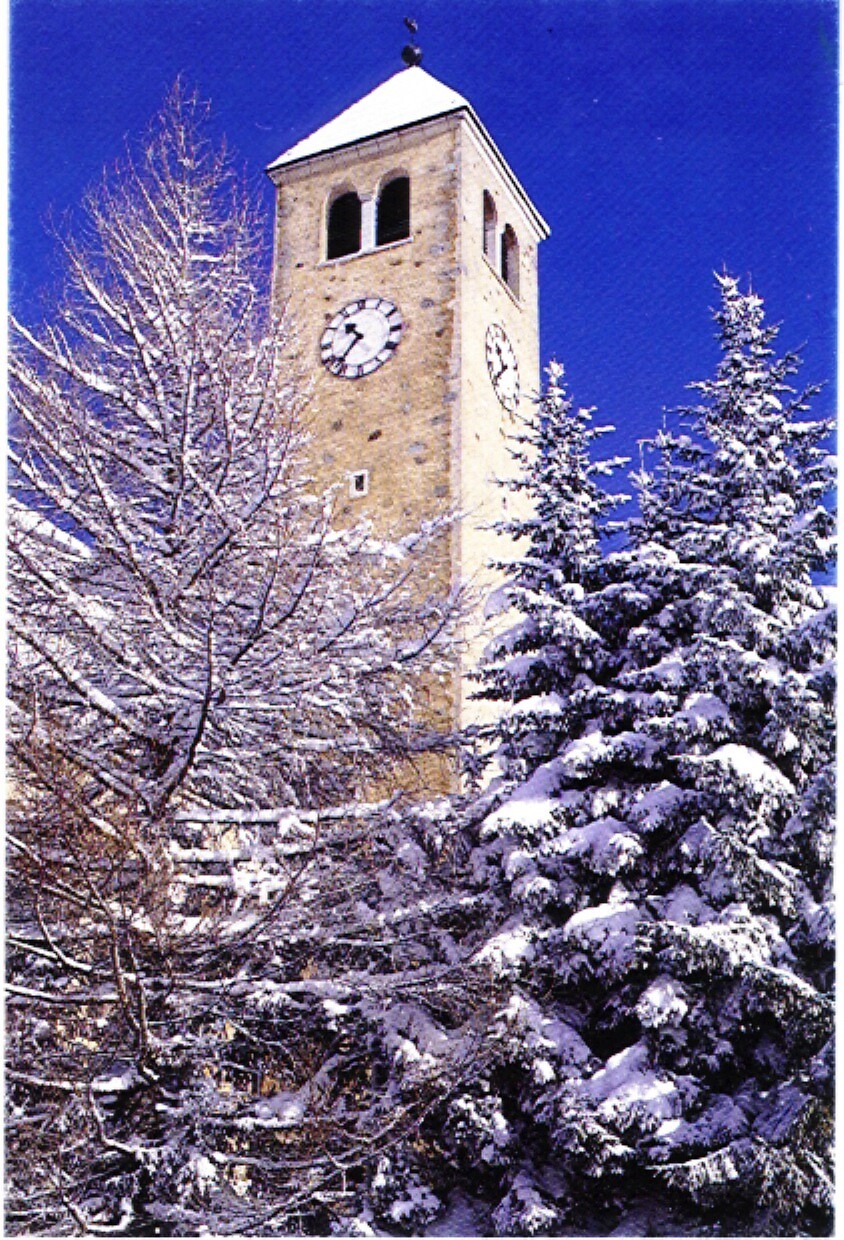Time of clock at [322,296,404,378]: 10:37
